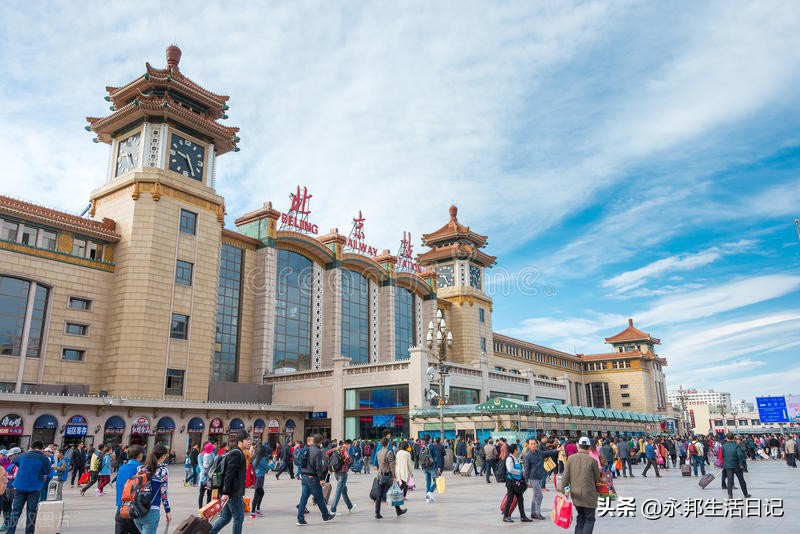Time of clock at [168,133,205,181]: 9:25
